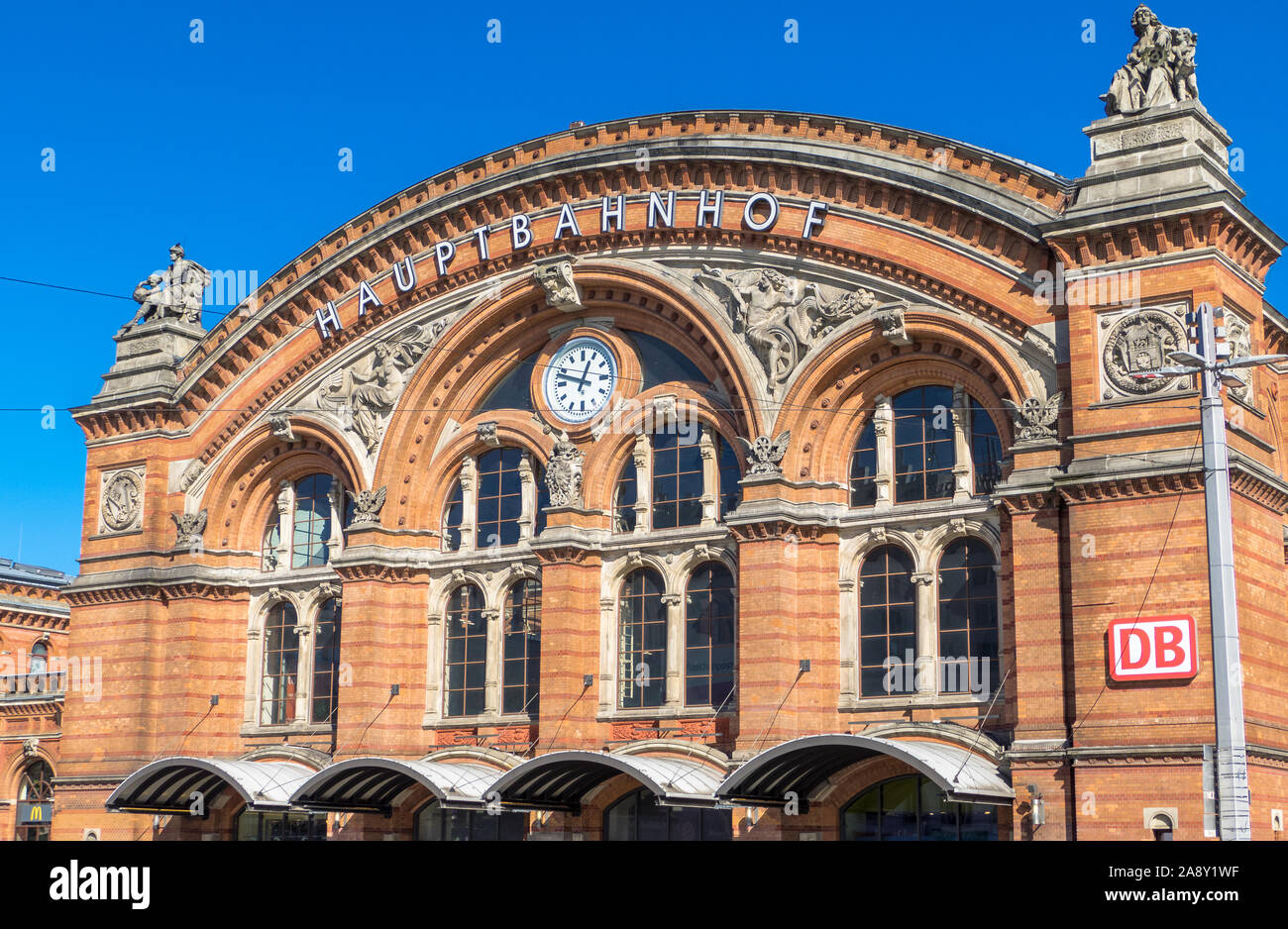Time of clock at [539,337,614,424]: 12:48
